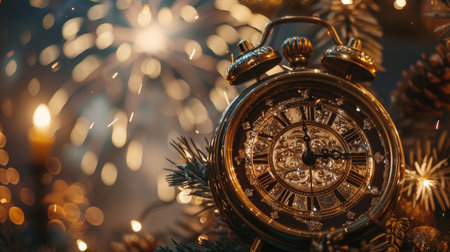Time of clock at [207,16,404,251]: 2:59
